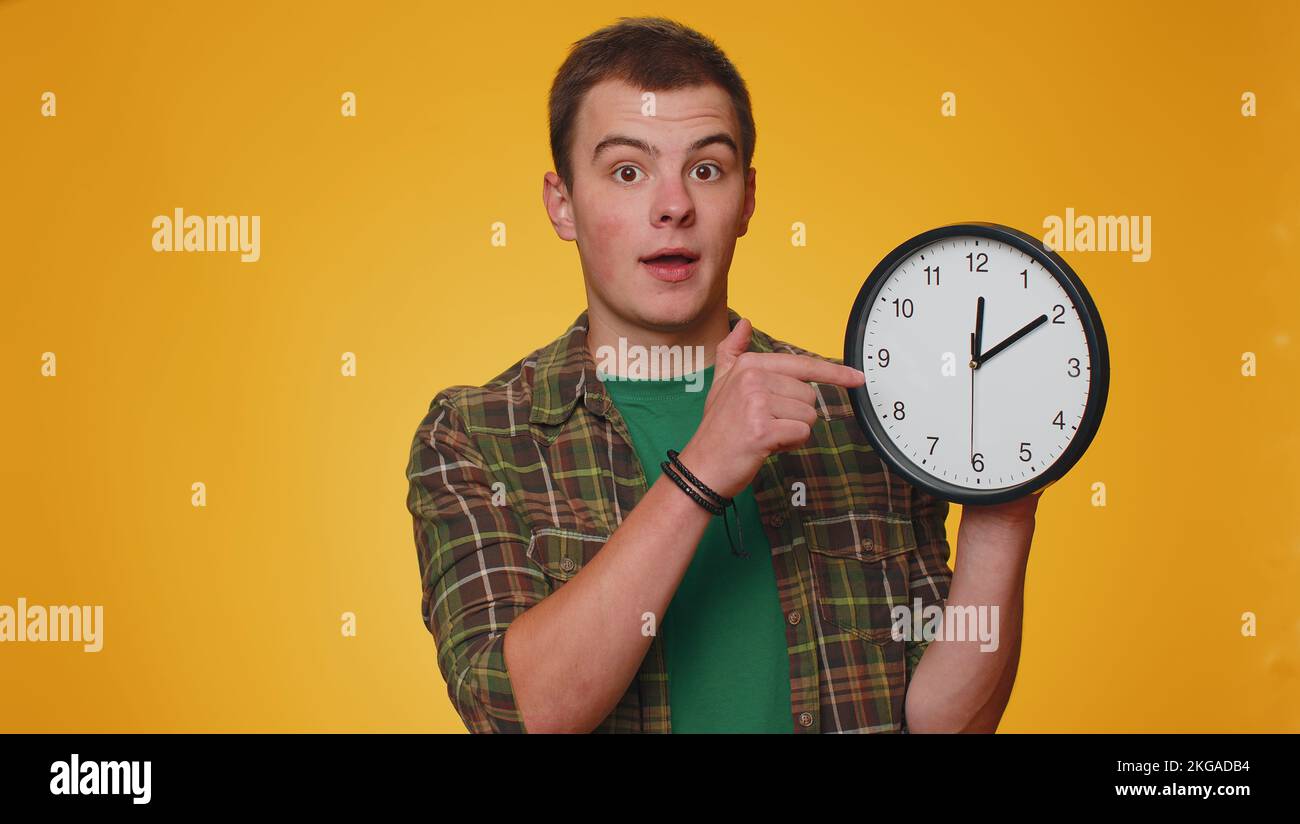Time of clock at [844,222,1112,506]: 12:09
